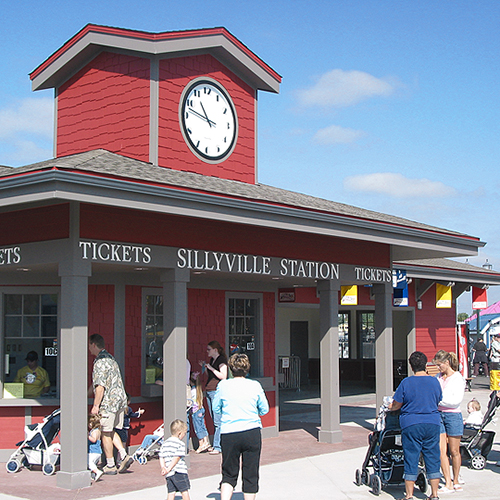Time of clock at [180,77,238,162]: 10:47
